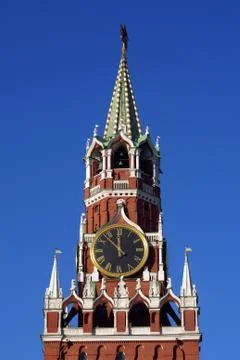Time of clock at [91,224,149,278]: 11:52
